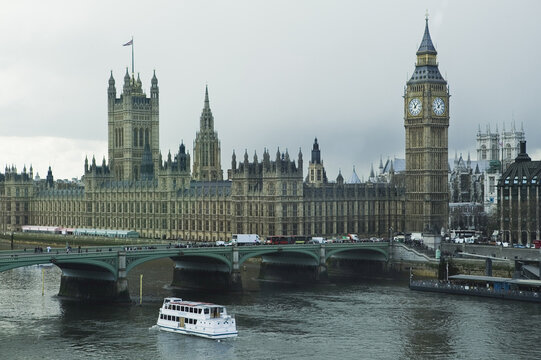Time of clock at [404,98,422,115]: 11:07
